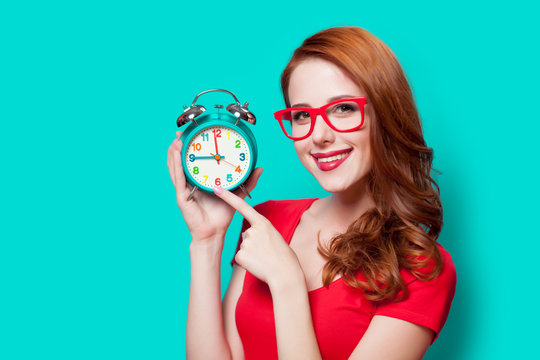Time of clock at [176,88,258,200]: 8:59
